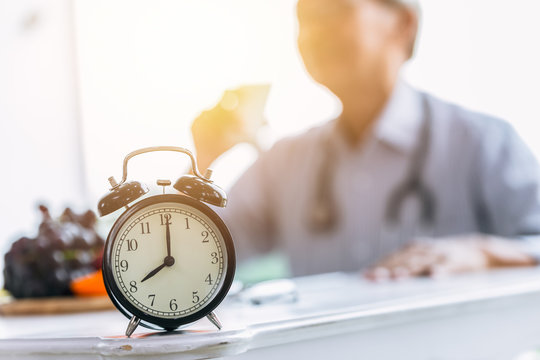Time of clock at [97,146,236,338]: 8:00
